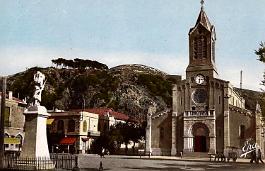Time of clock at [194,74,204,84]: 6:15
